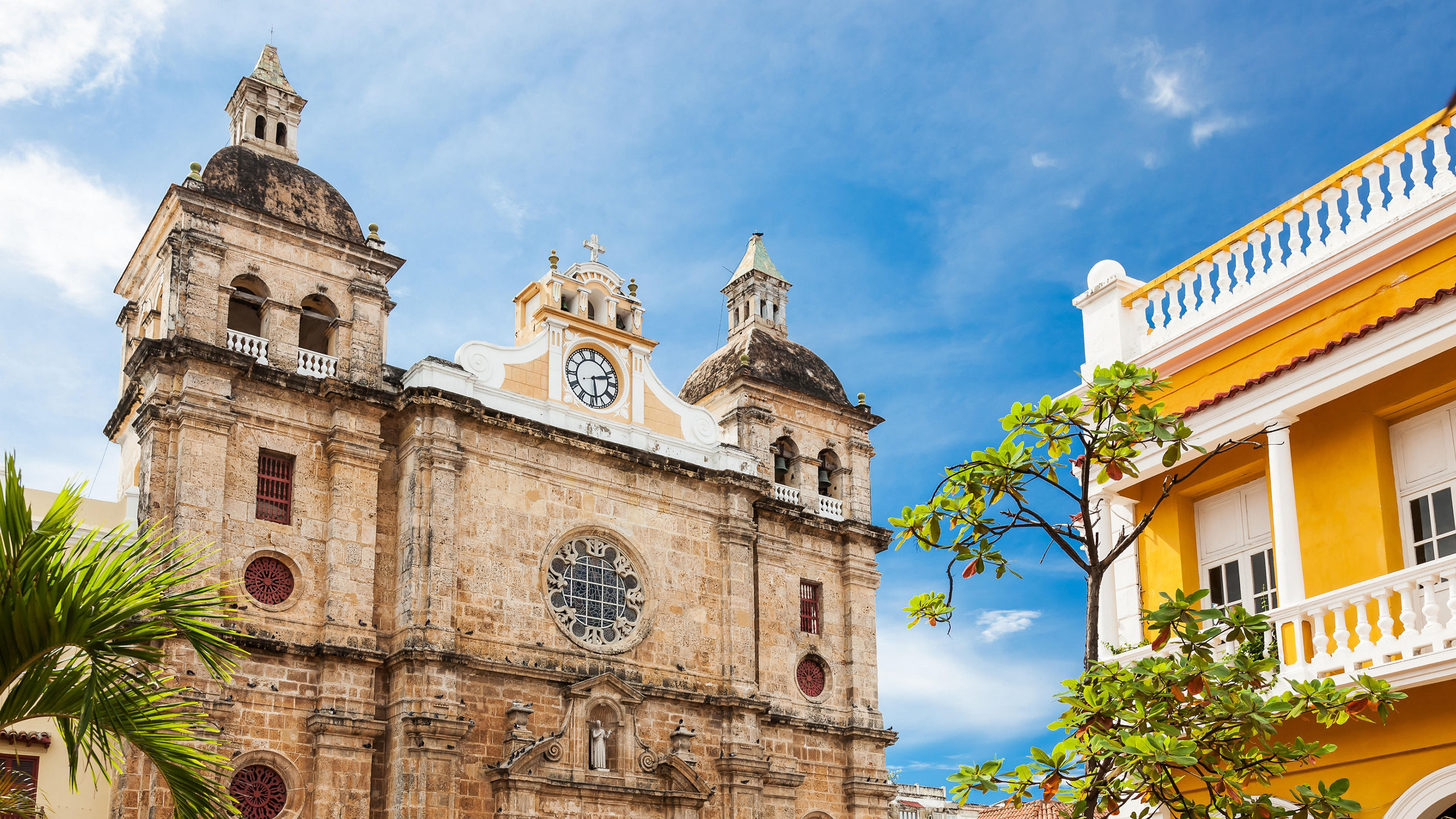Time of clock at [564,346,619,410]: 2:28
